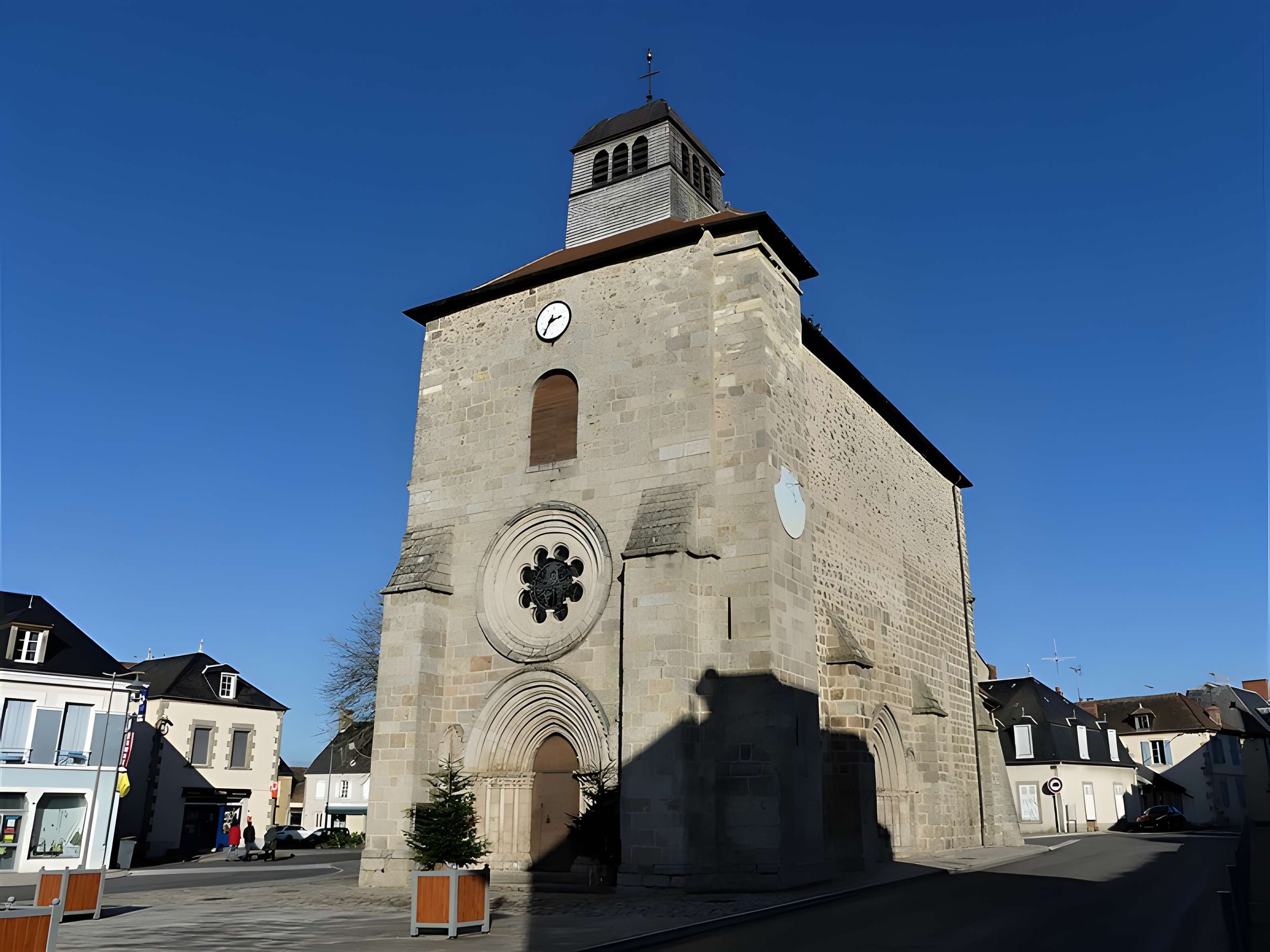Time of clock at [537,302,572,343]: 2:35
